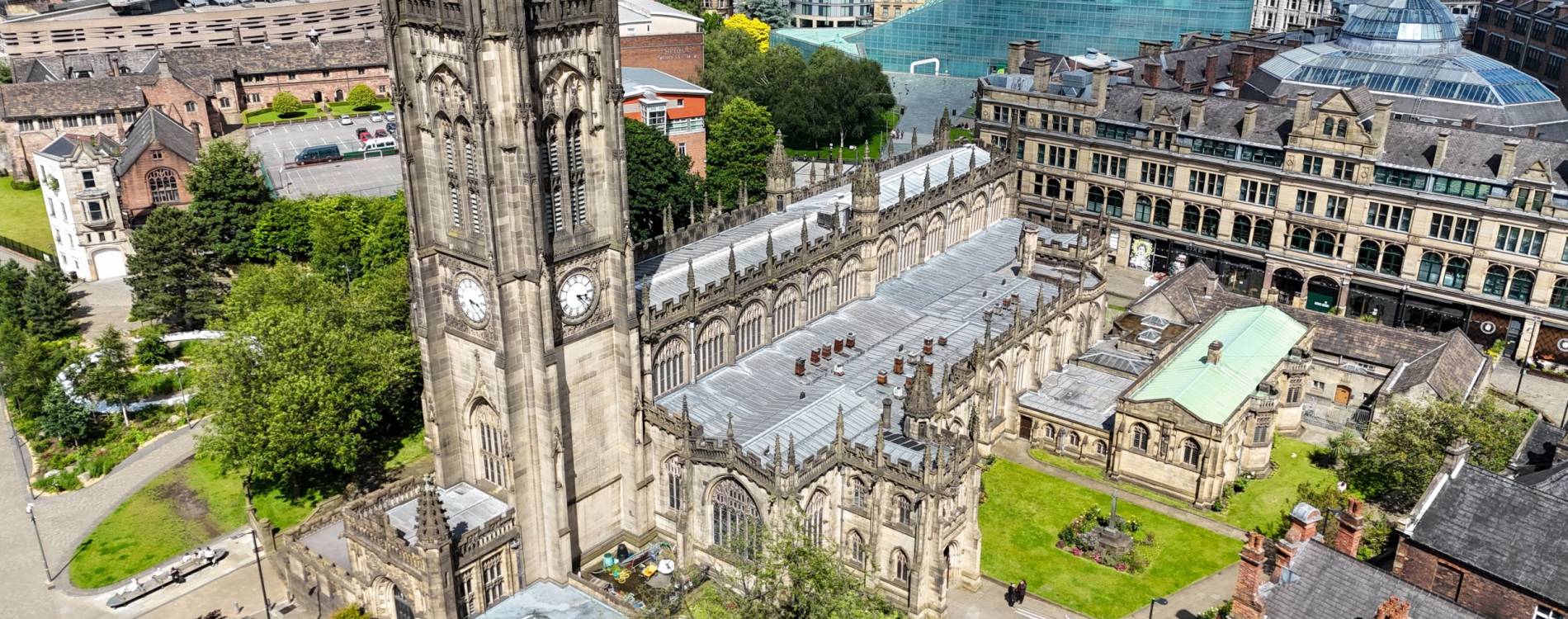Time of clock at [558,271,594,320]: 3:22
